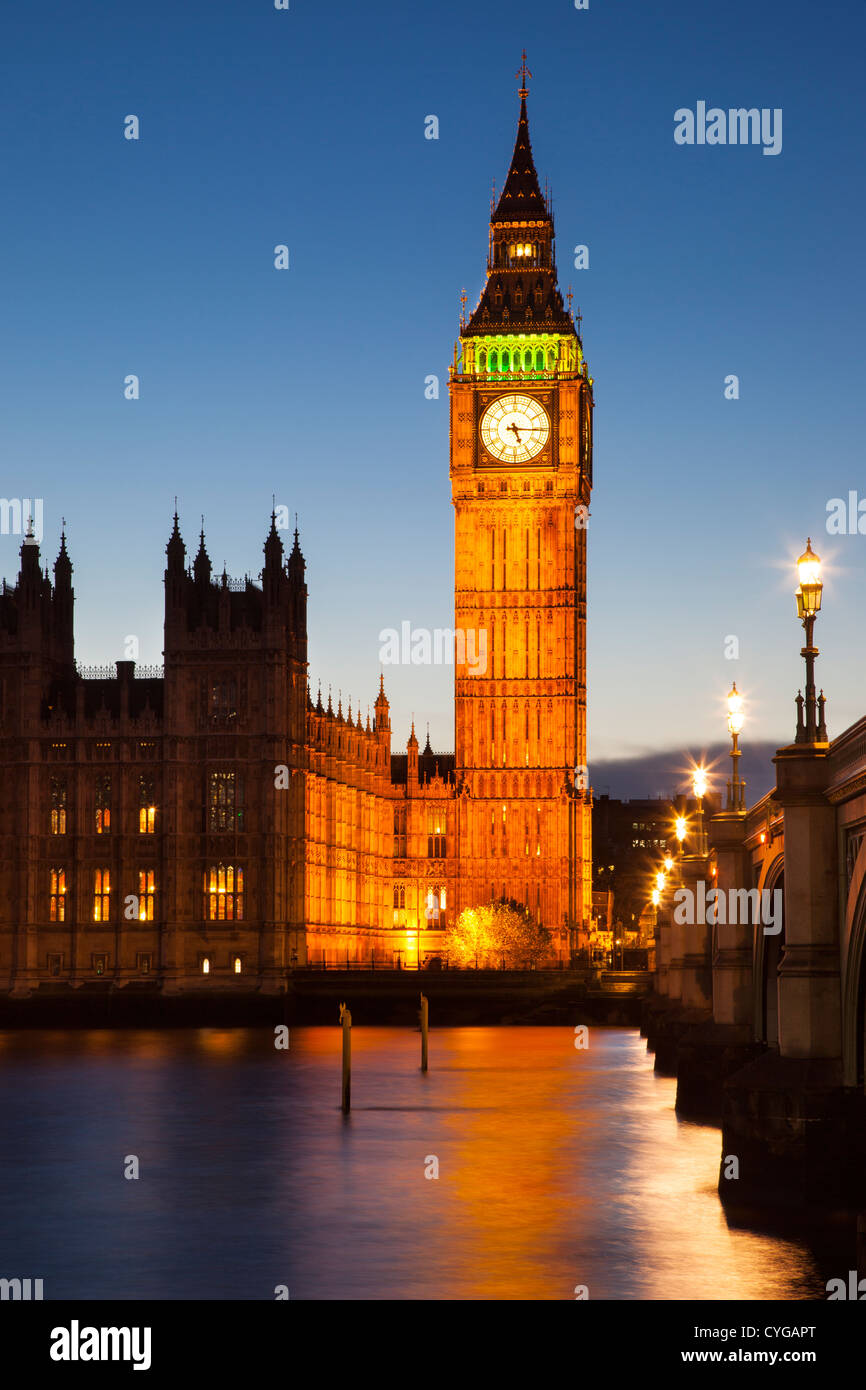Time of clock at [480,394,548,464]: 5:15
